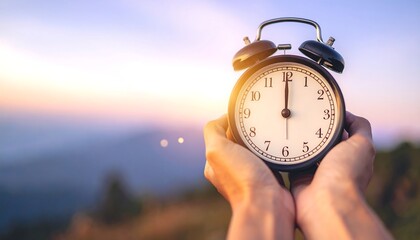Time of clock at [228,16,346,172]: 12:00
